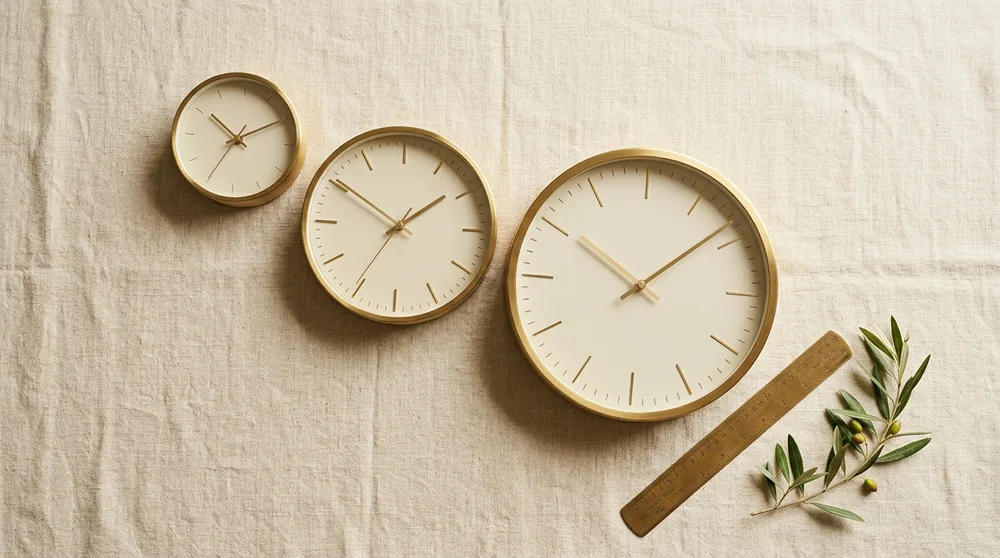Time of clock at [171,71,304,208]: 10:09
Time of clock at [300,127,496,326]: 1:50
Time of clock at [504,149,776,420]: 10:08
